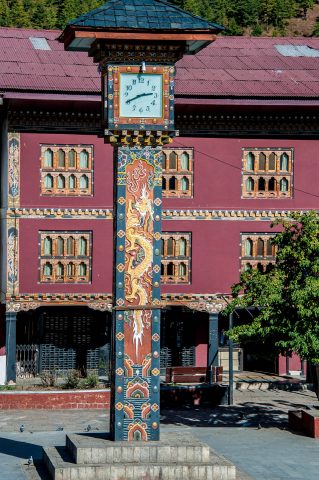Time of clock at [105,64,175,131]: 2:40
